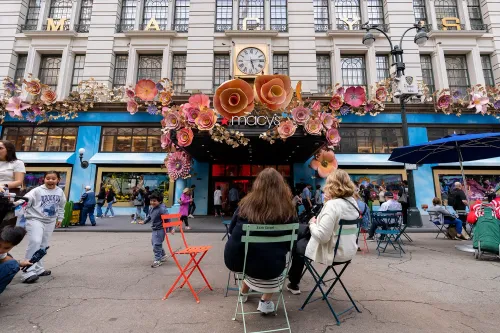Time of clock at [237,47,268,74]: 5:13
